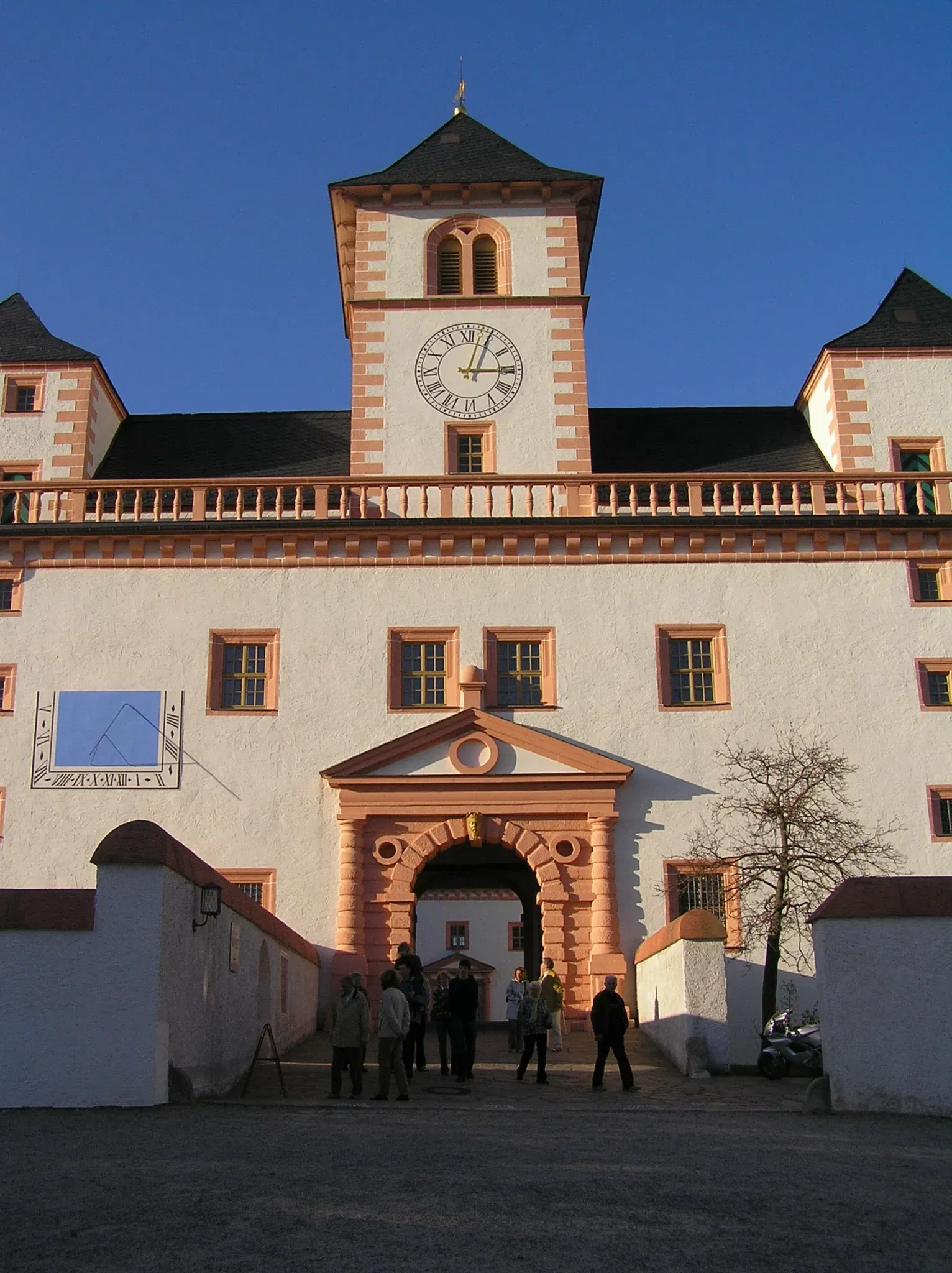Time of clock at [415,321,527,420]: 3:03
